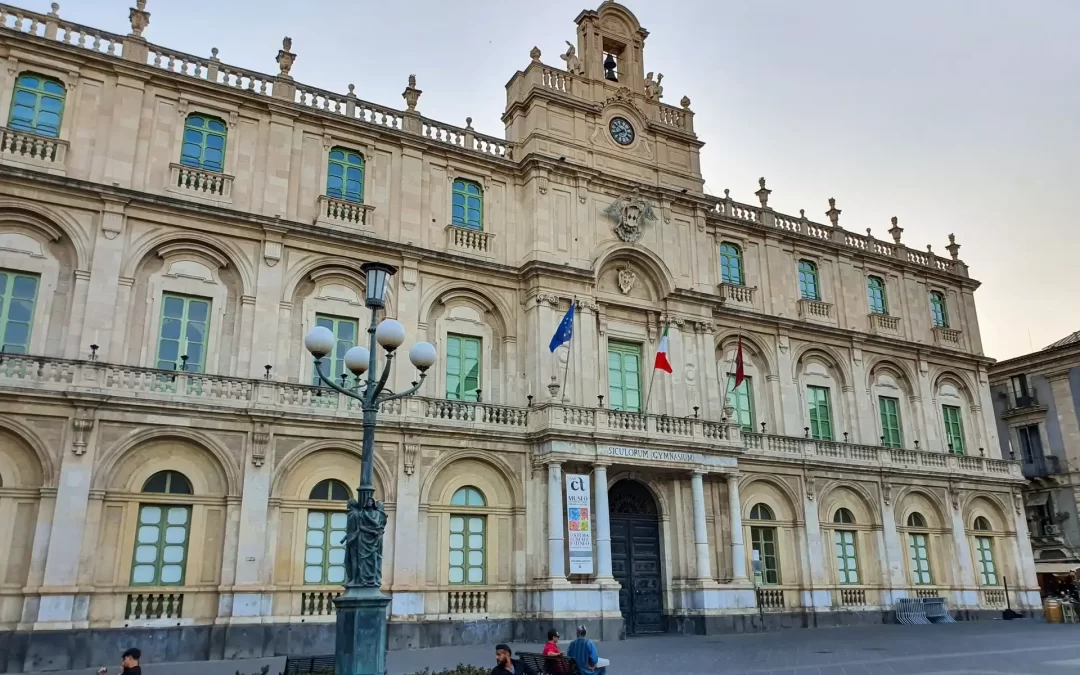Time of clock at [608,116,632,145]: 7:50
